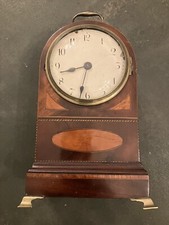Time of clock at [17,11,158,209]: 8:32
